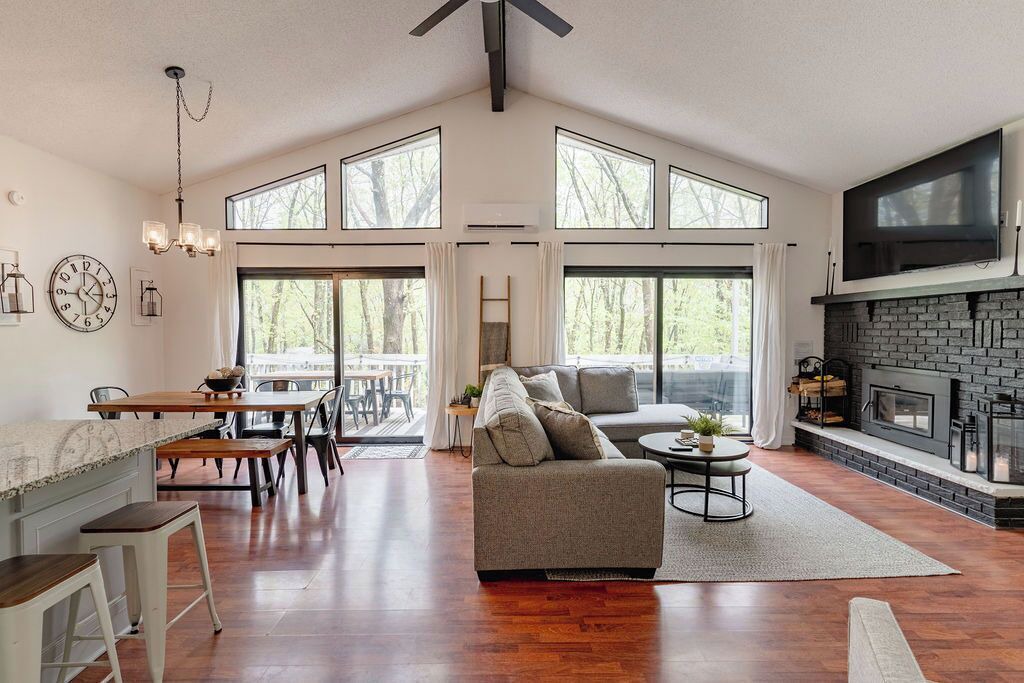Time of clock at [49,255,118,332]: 1:20
